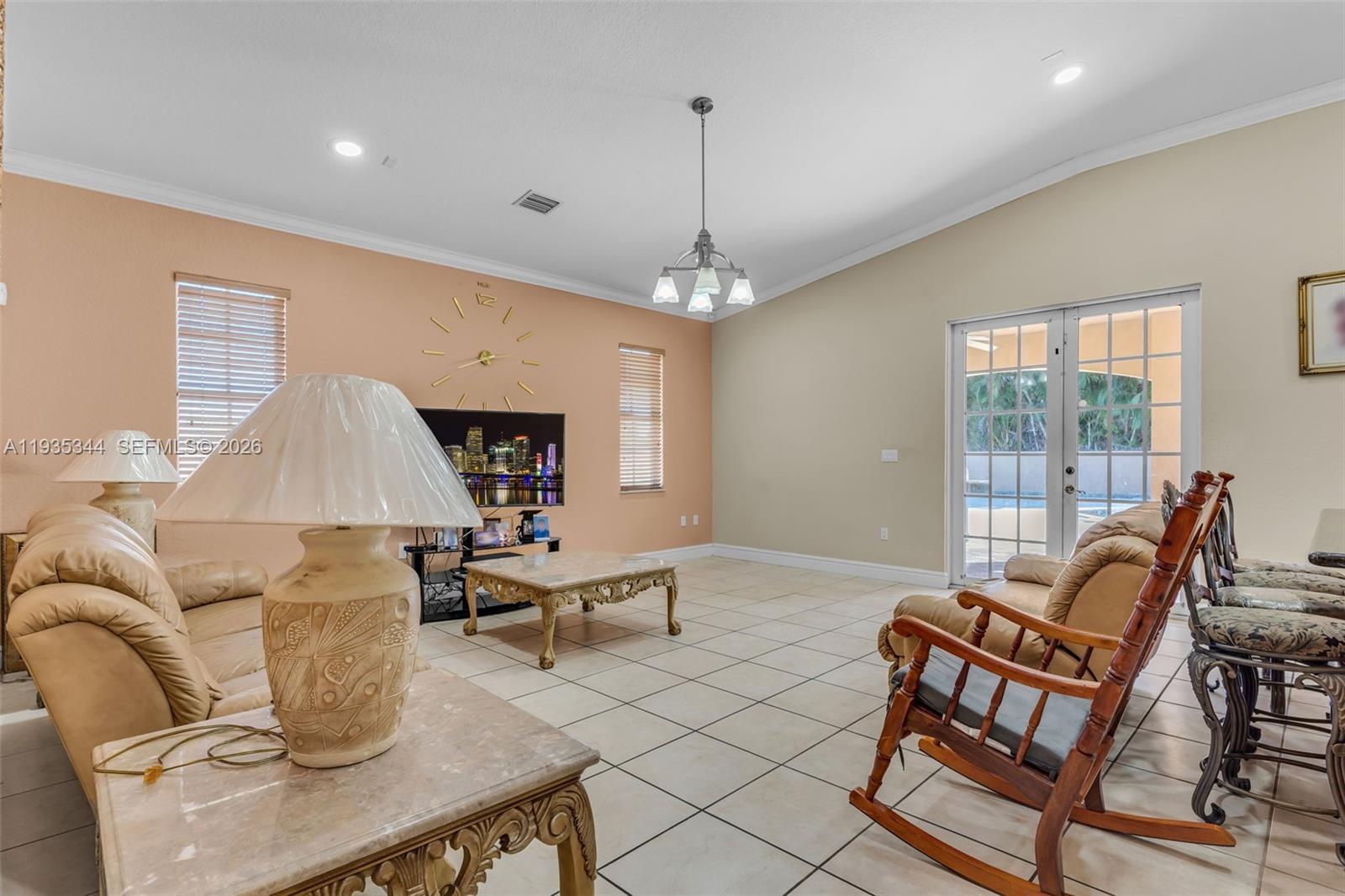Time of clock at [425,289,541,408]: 2:42
